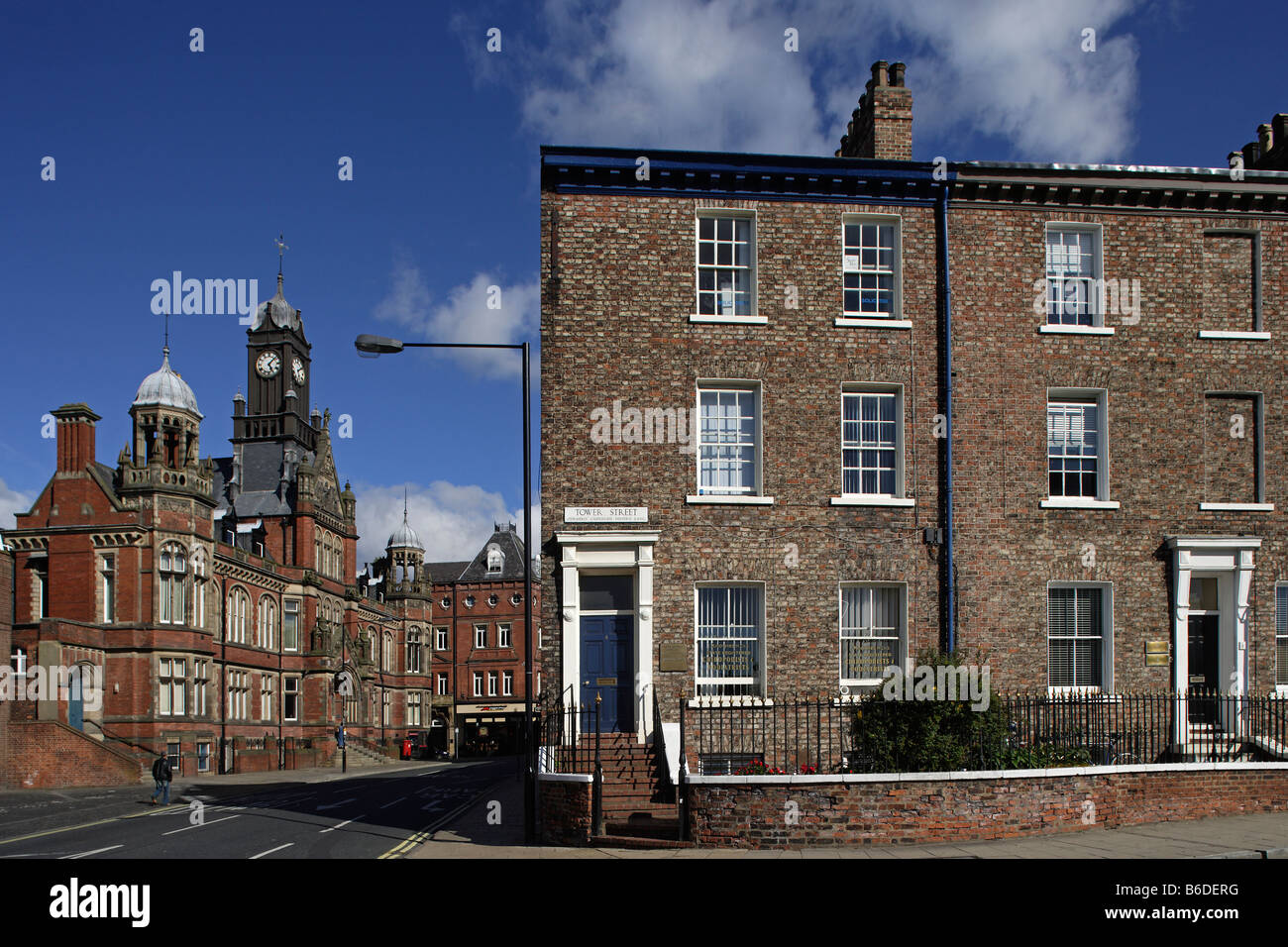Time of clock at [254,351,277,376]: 5:07
